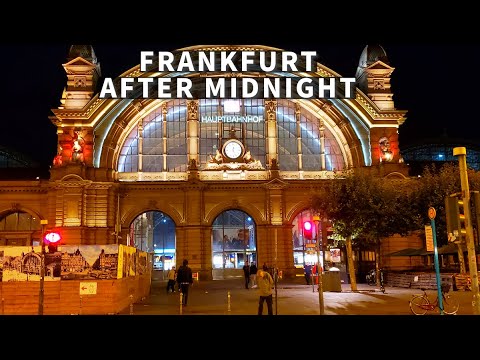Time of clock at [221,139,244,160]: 12:26
